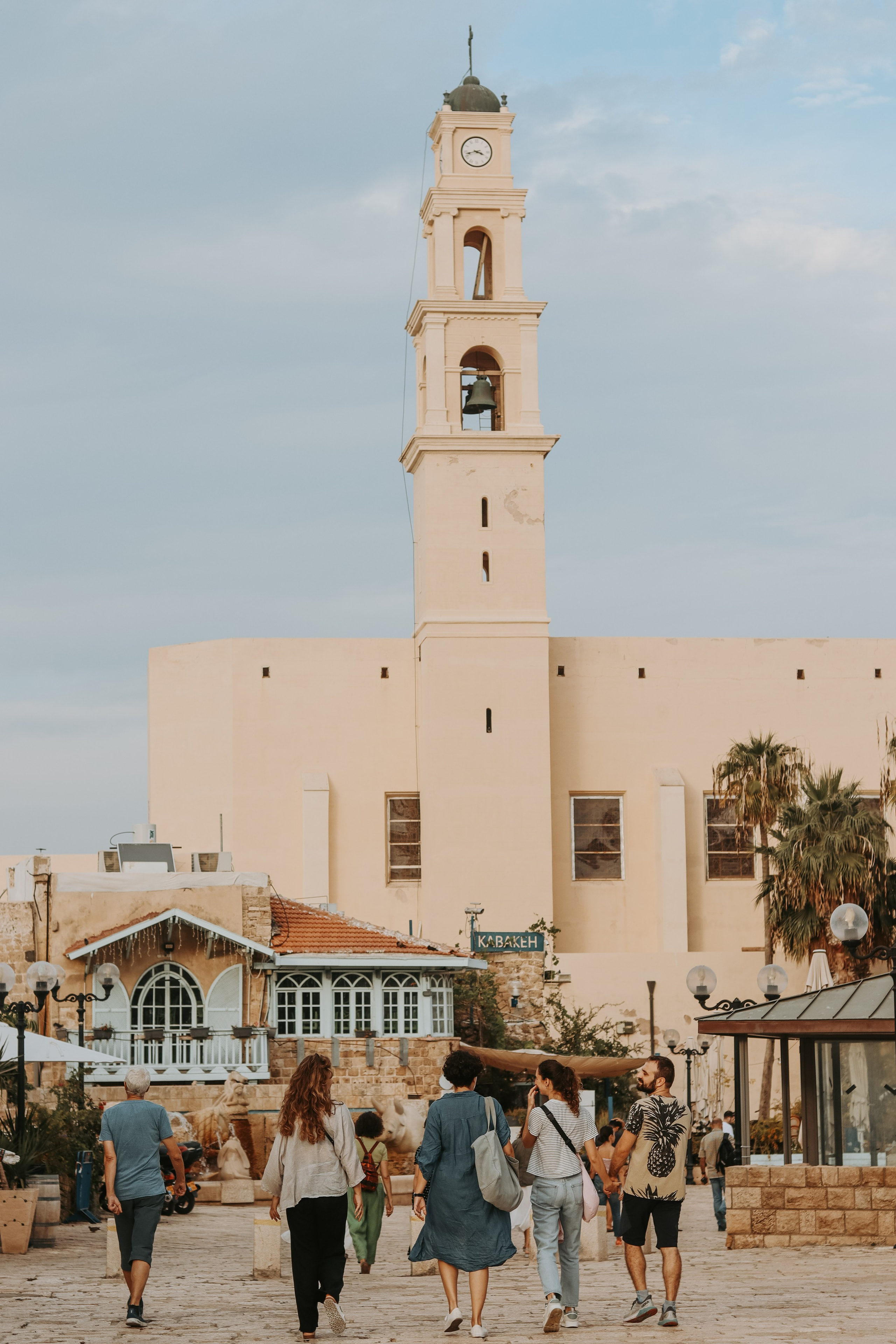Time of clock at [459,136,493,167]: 3:42
